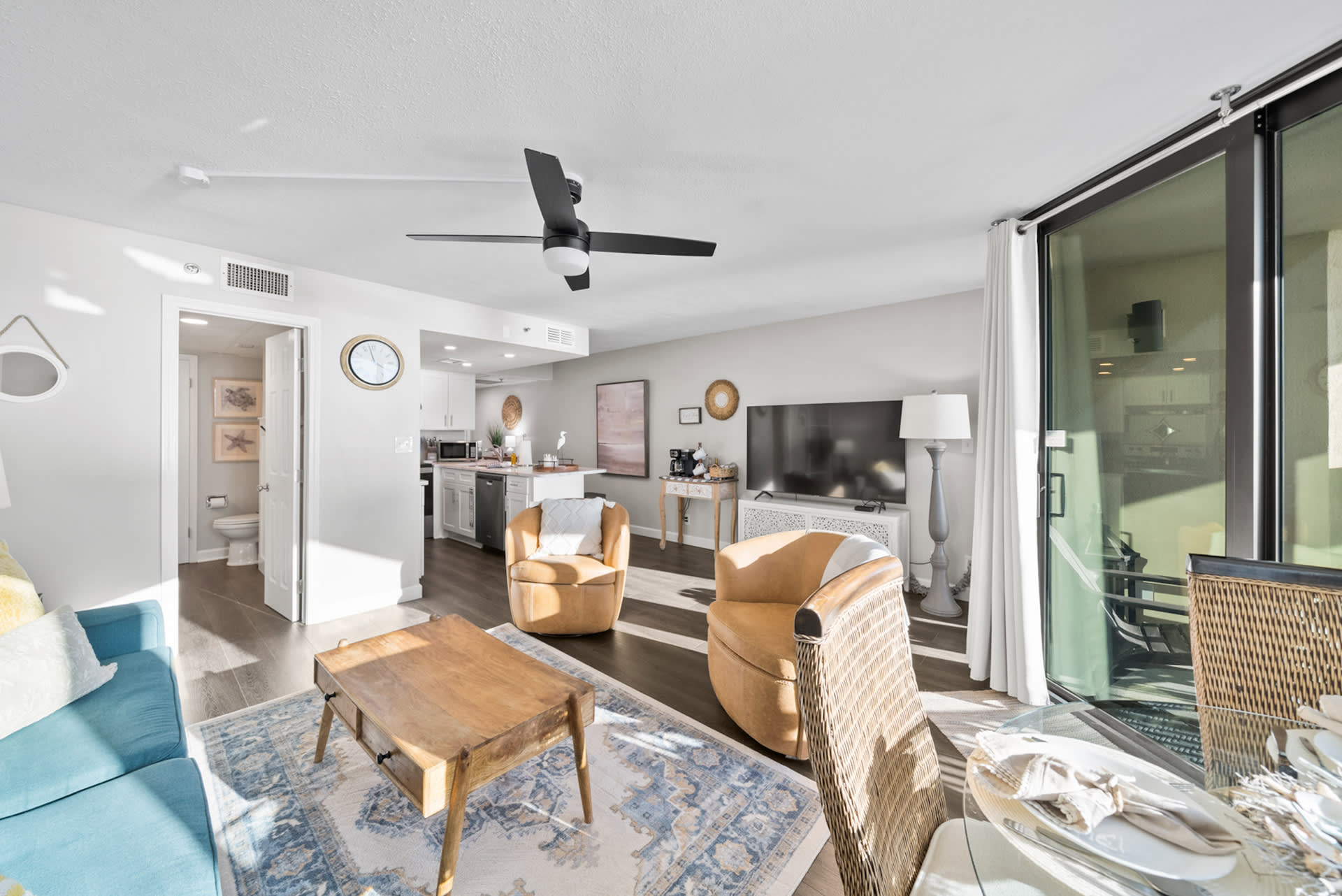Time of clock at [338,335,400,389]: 3:57
